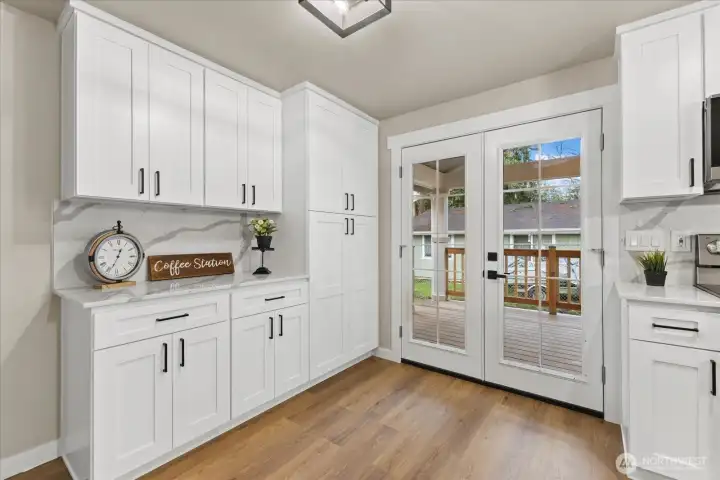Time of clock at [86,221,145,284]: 12:34
